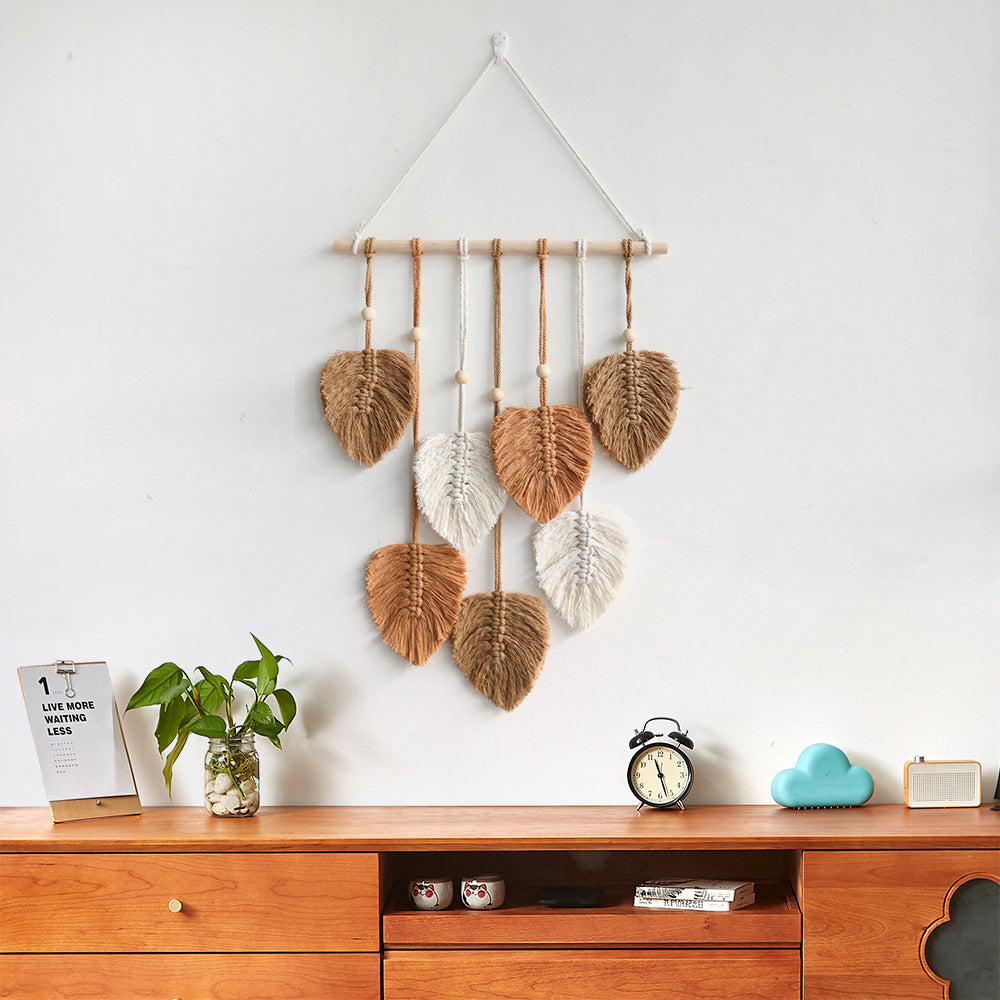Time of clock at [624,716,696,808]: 11:27
